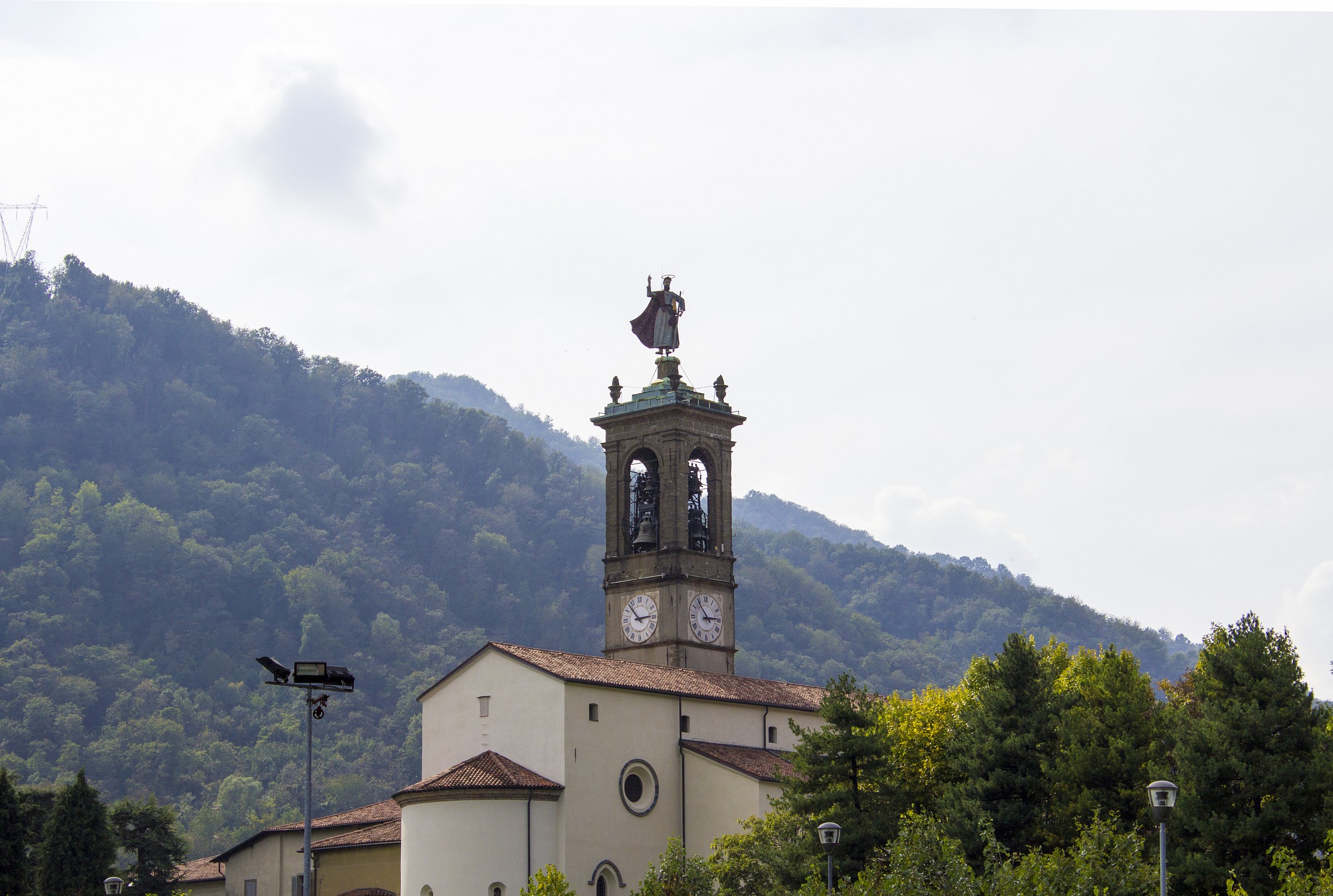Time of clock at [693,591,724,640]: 2:53
